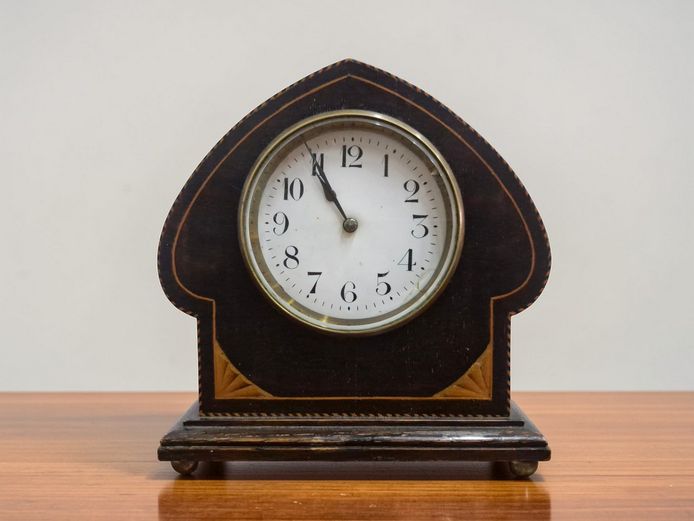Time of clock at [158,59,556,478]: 10:55
